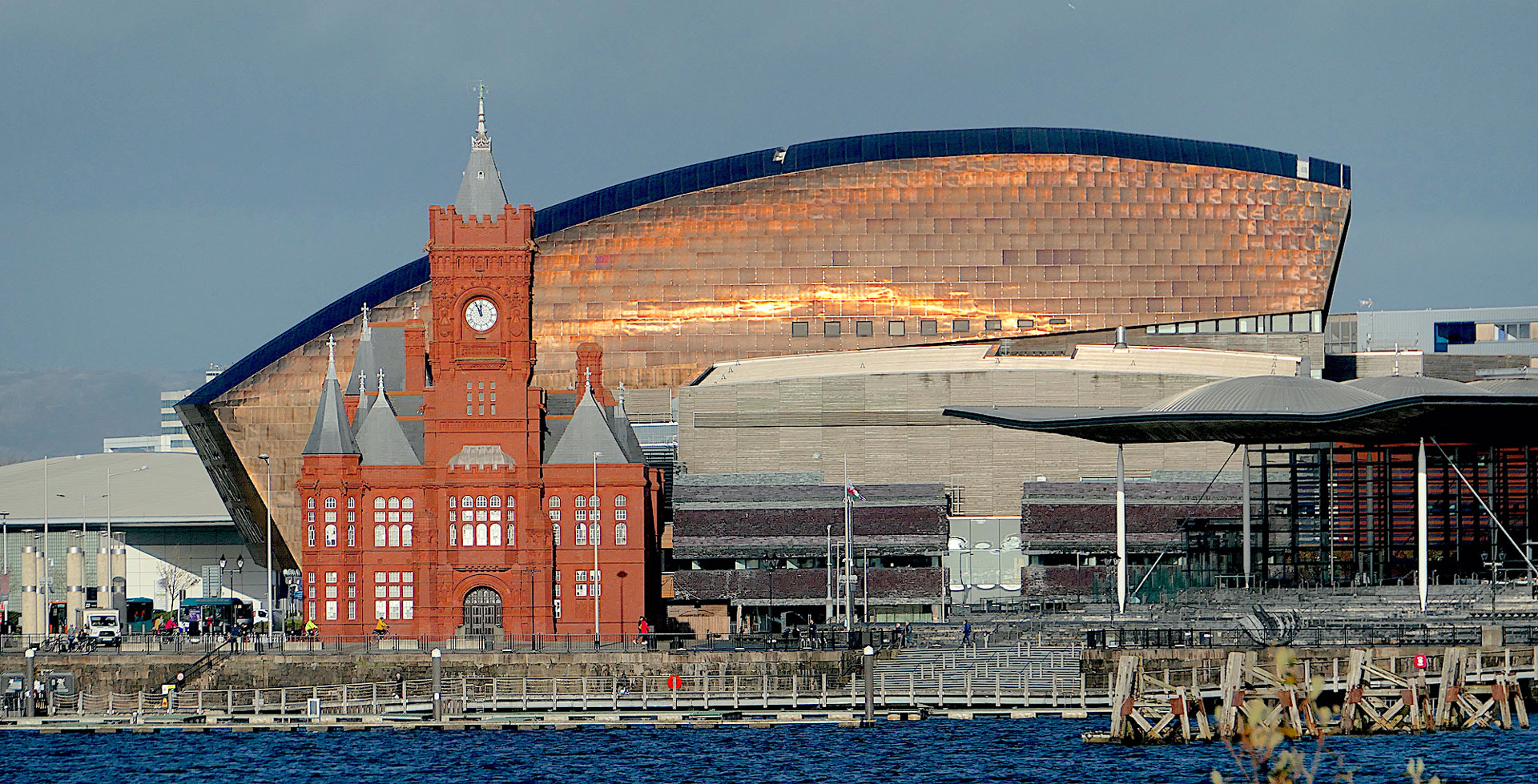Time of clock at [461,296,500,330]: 11:55
